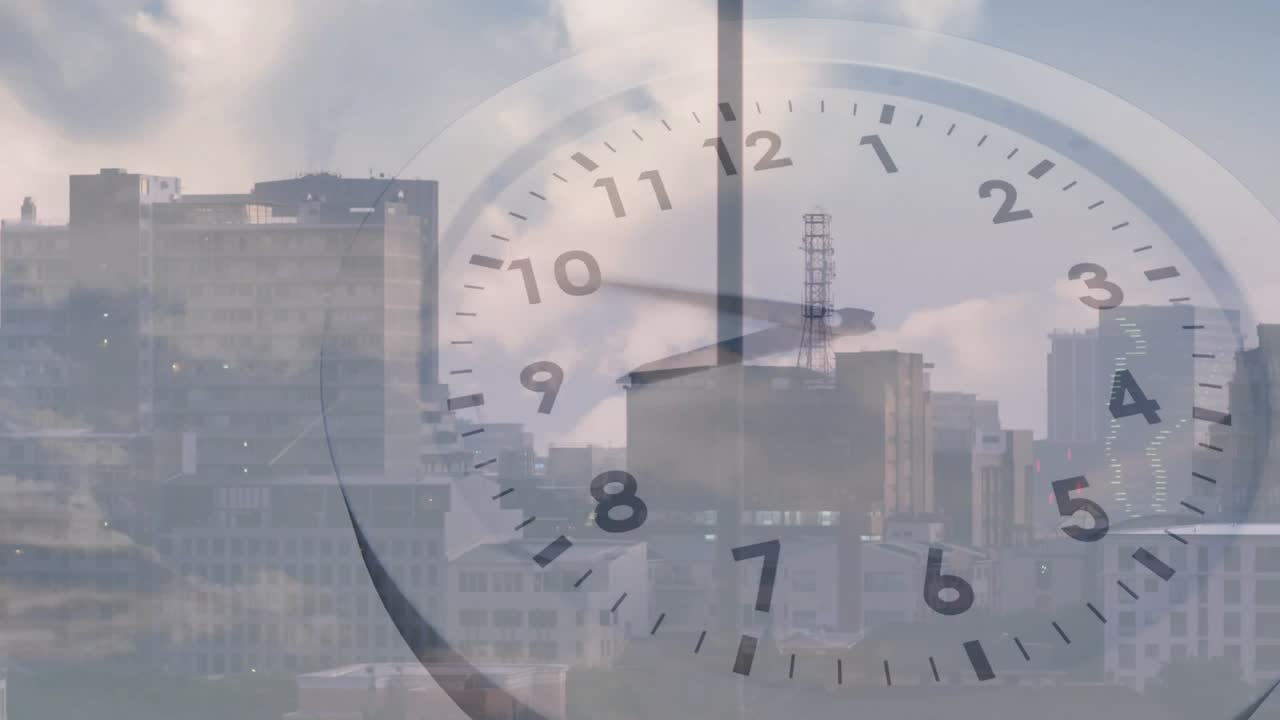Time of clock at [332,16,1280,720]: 9:00
